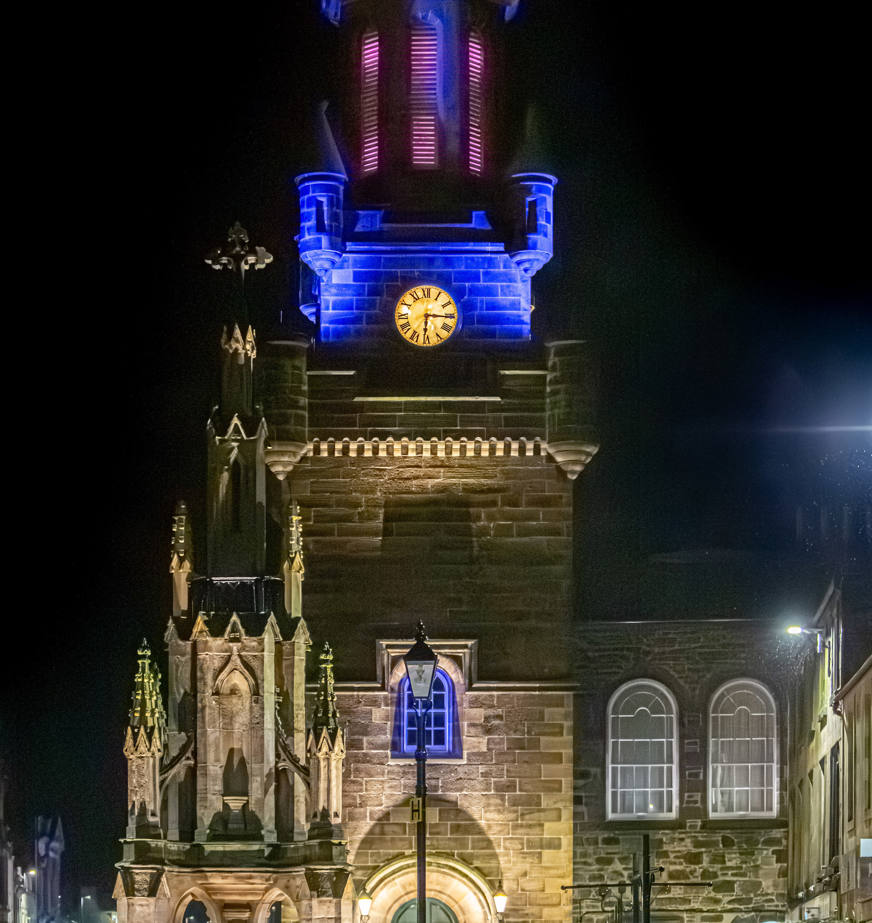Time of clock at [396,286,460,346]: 6:15
